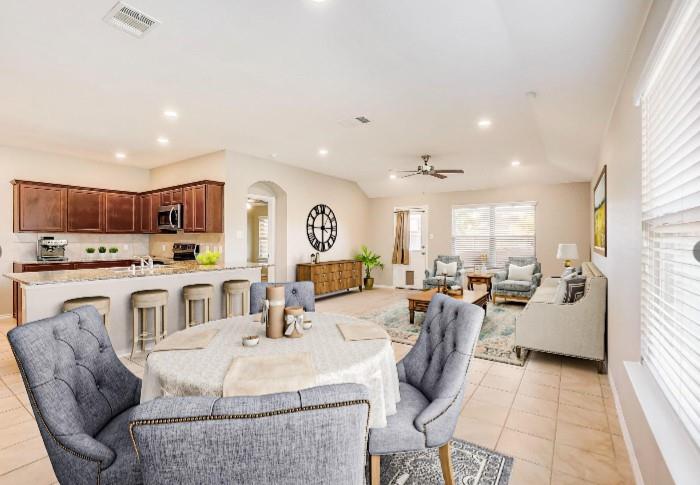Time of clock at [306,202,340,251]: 5:59
